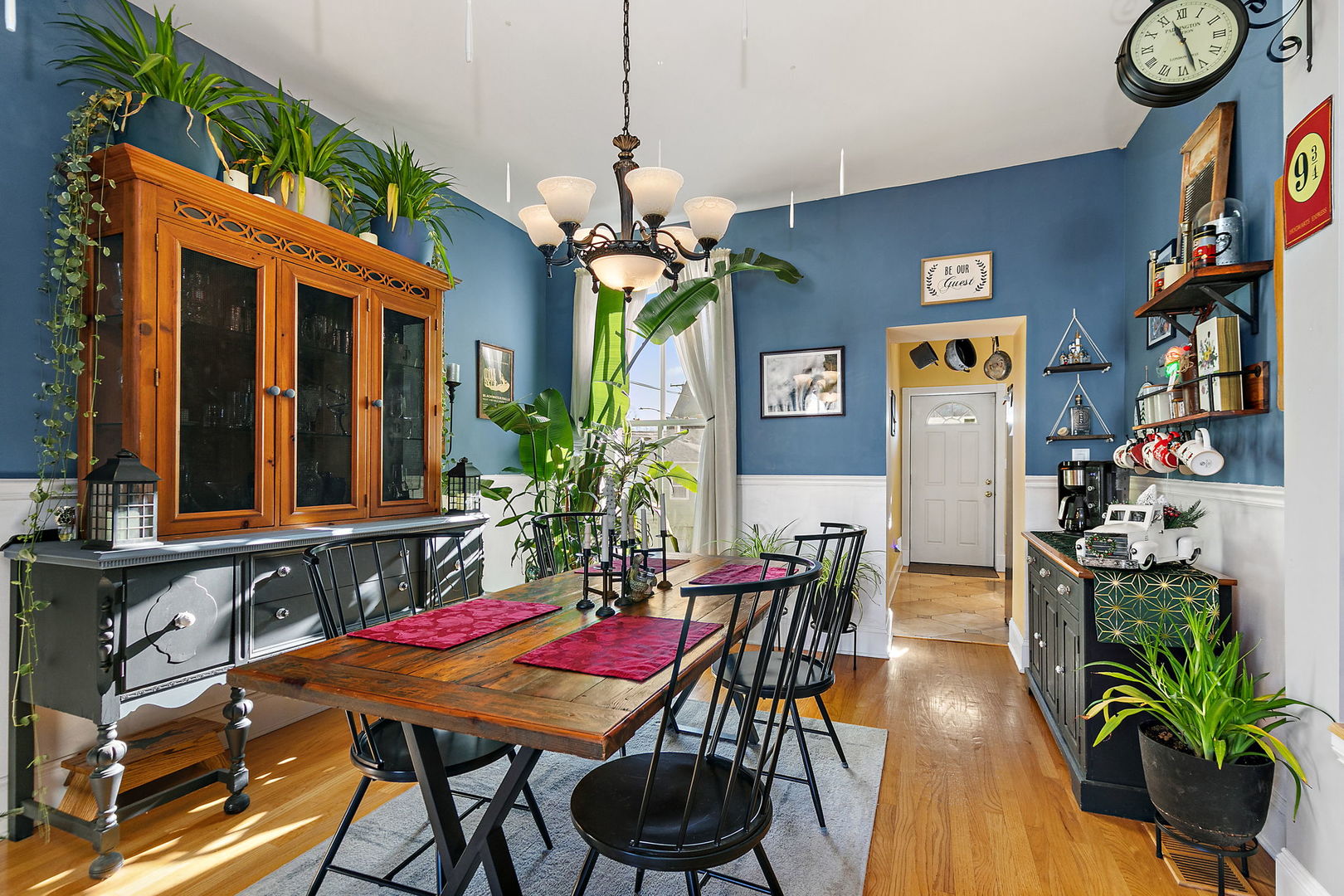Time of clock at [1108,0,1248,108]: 11:27
